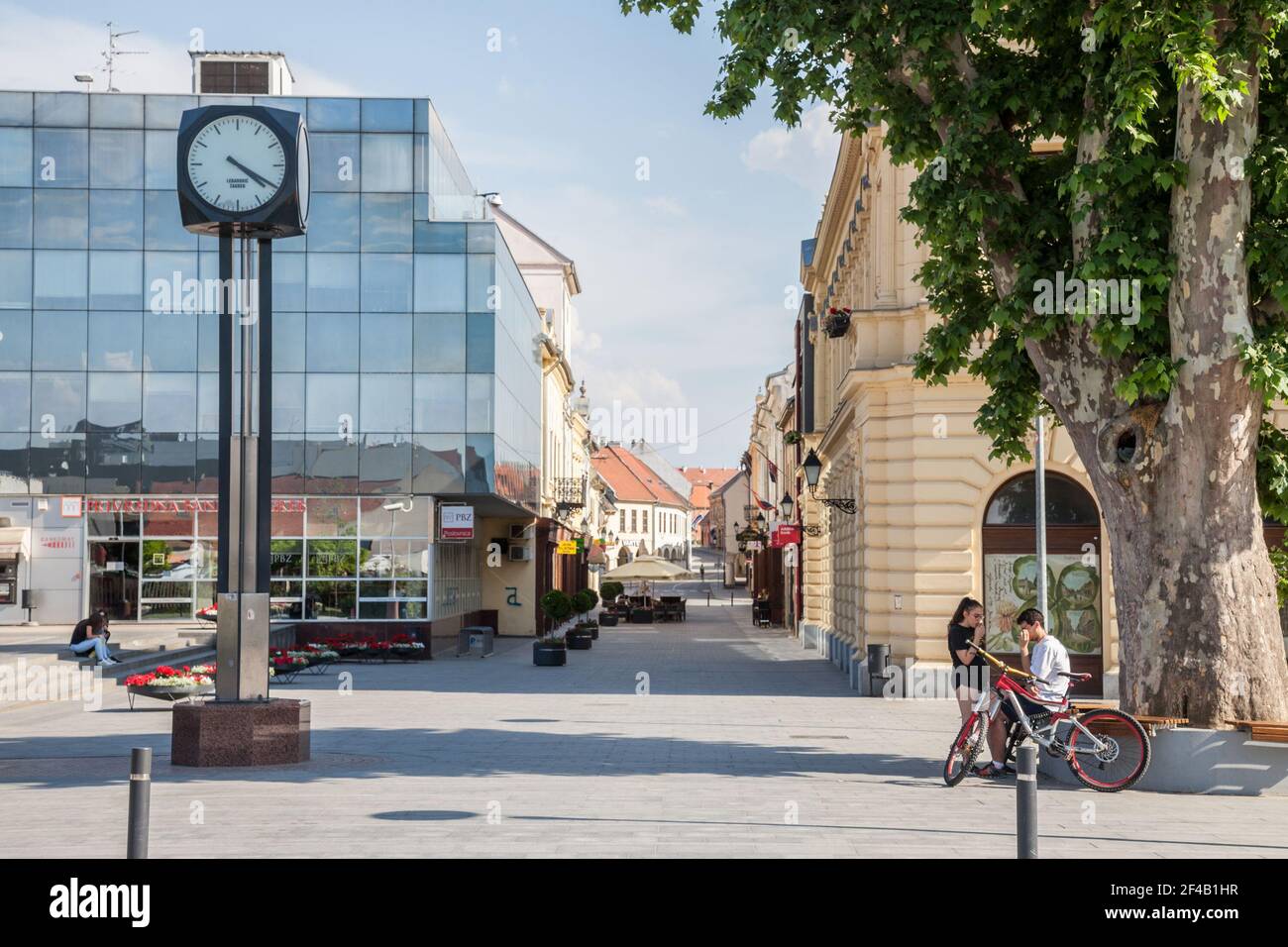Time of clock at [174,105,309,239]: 4:20
